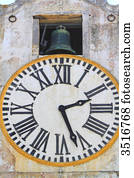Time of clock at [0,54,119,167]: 2:26
